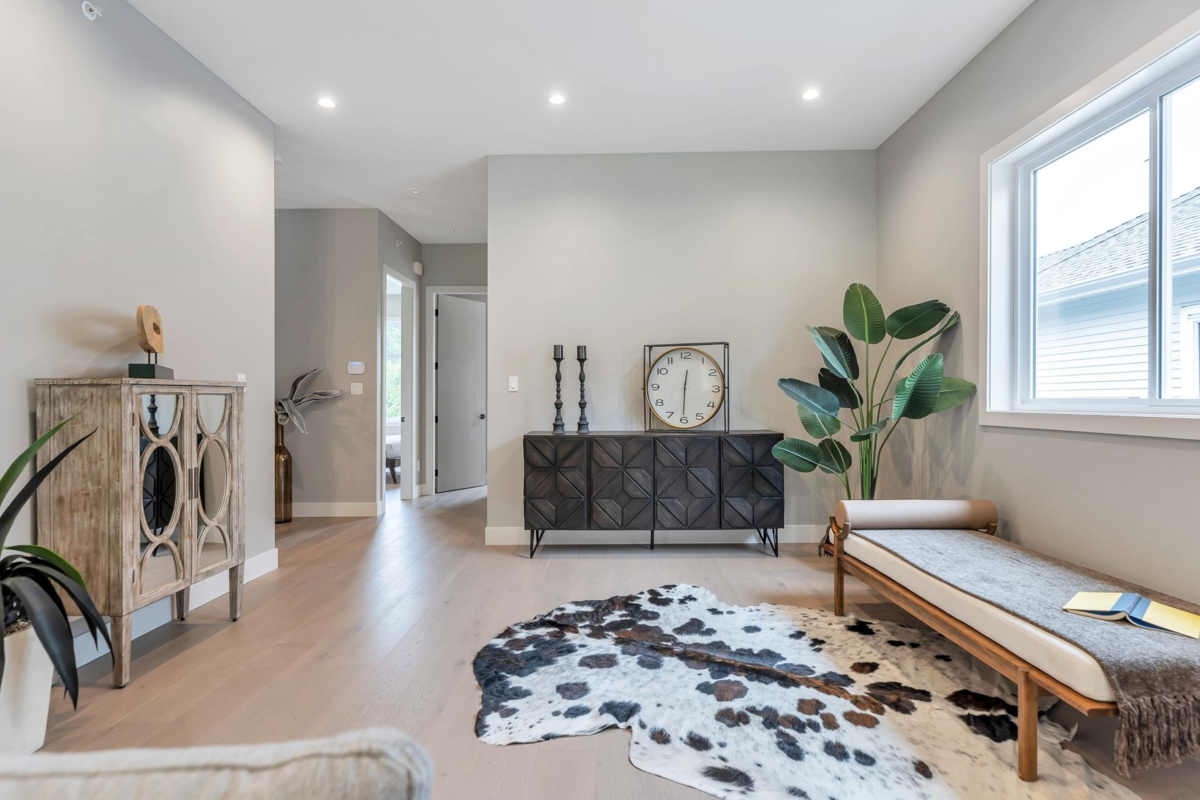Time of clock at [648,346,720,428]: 12:30
